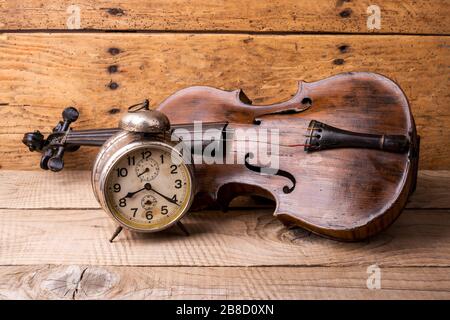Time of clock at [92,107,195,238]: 8:20
